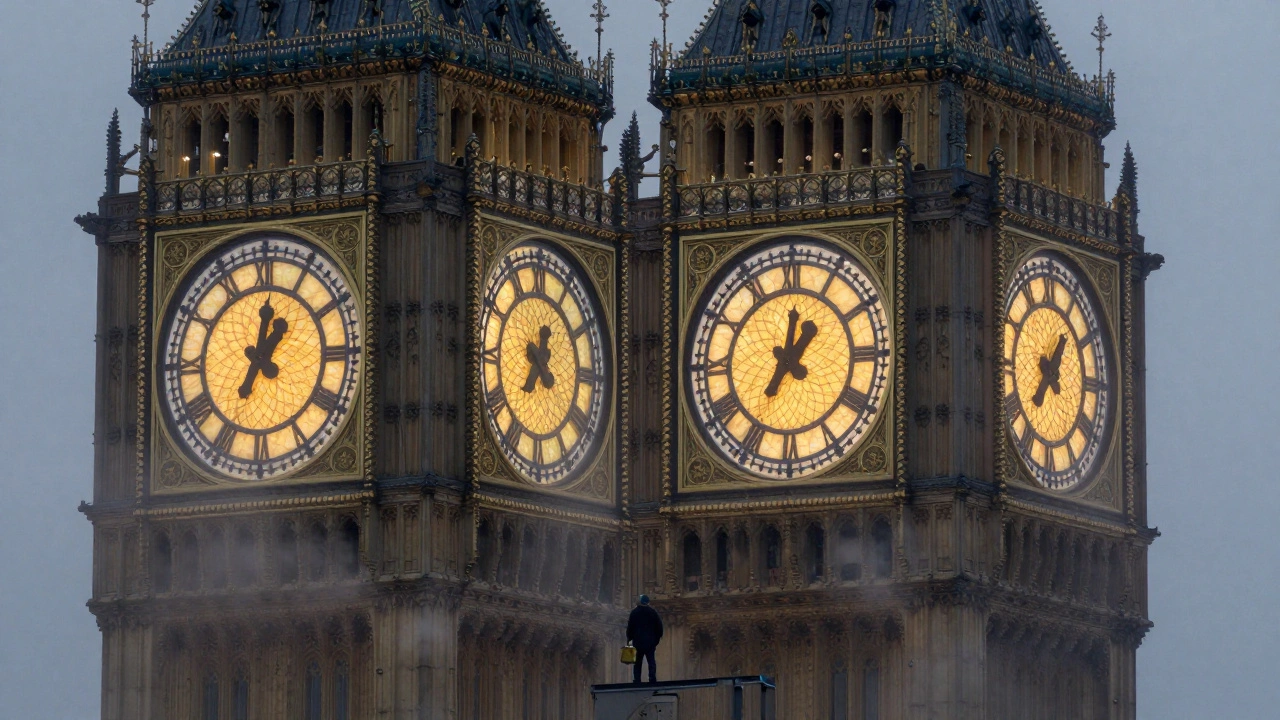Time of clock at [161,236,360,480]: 1:01
